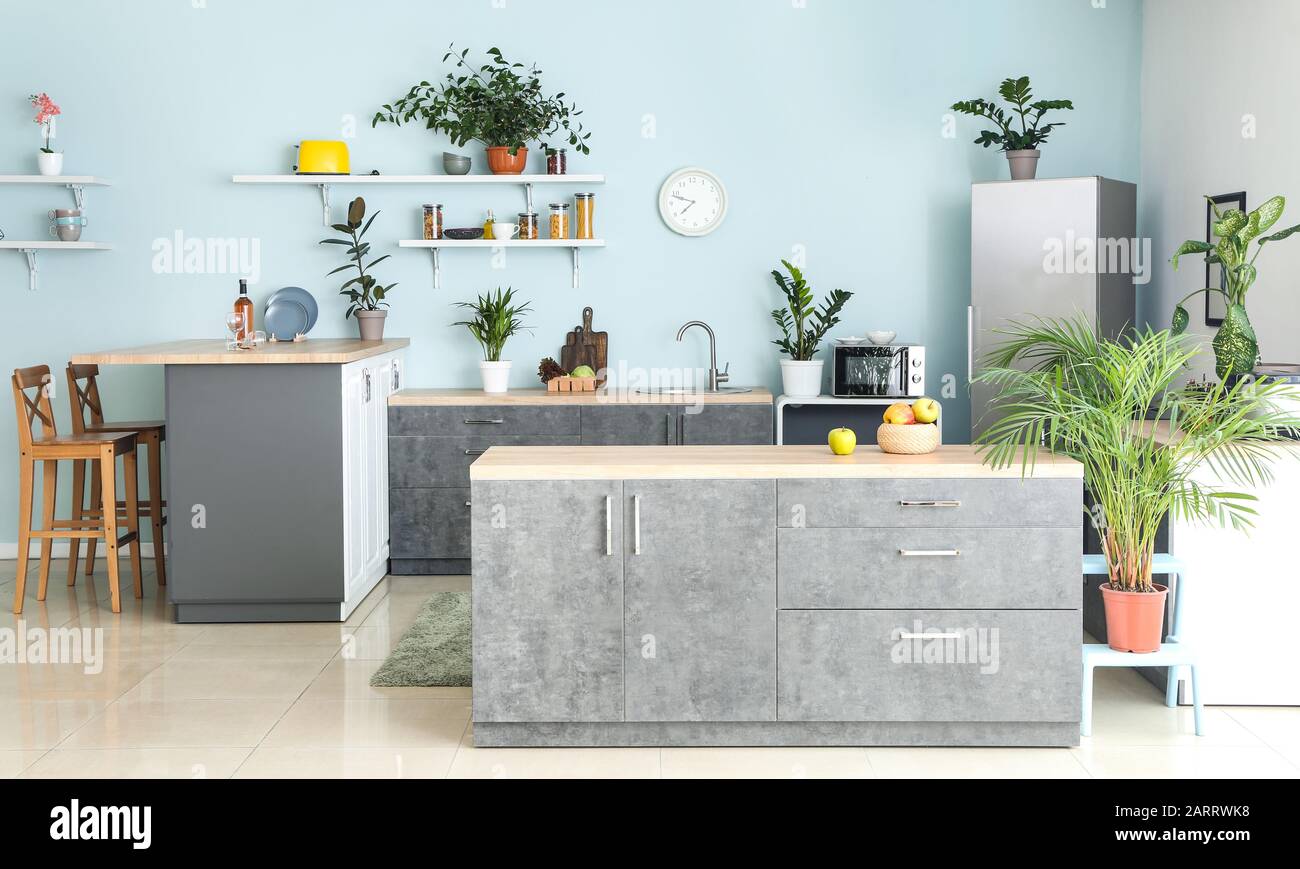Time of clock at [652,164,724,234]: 7:48
